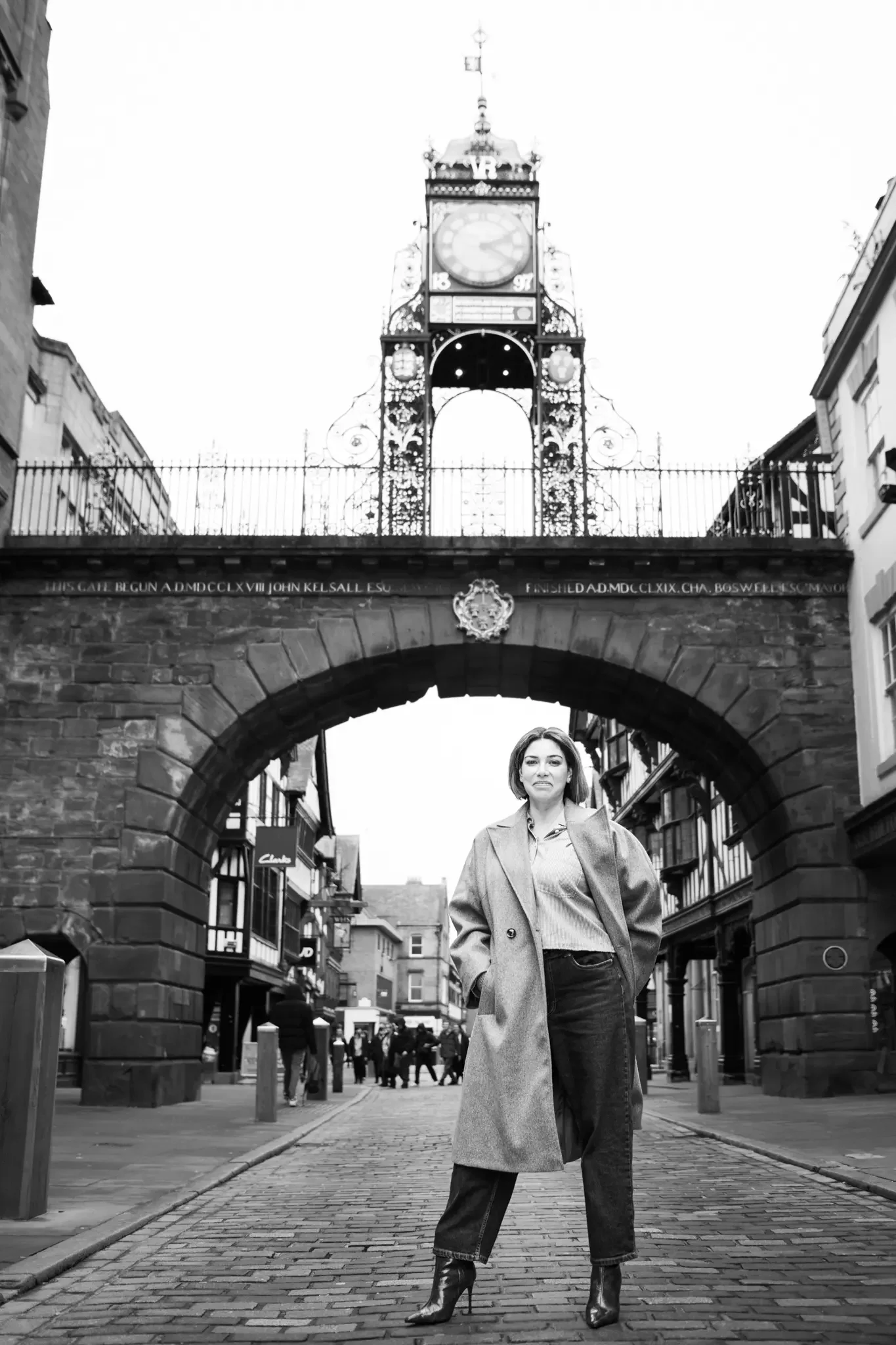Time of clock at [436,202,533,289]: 2:21
